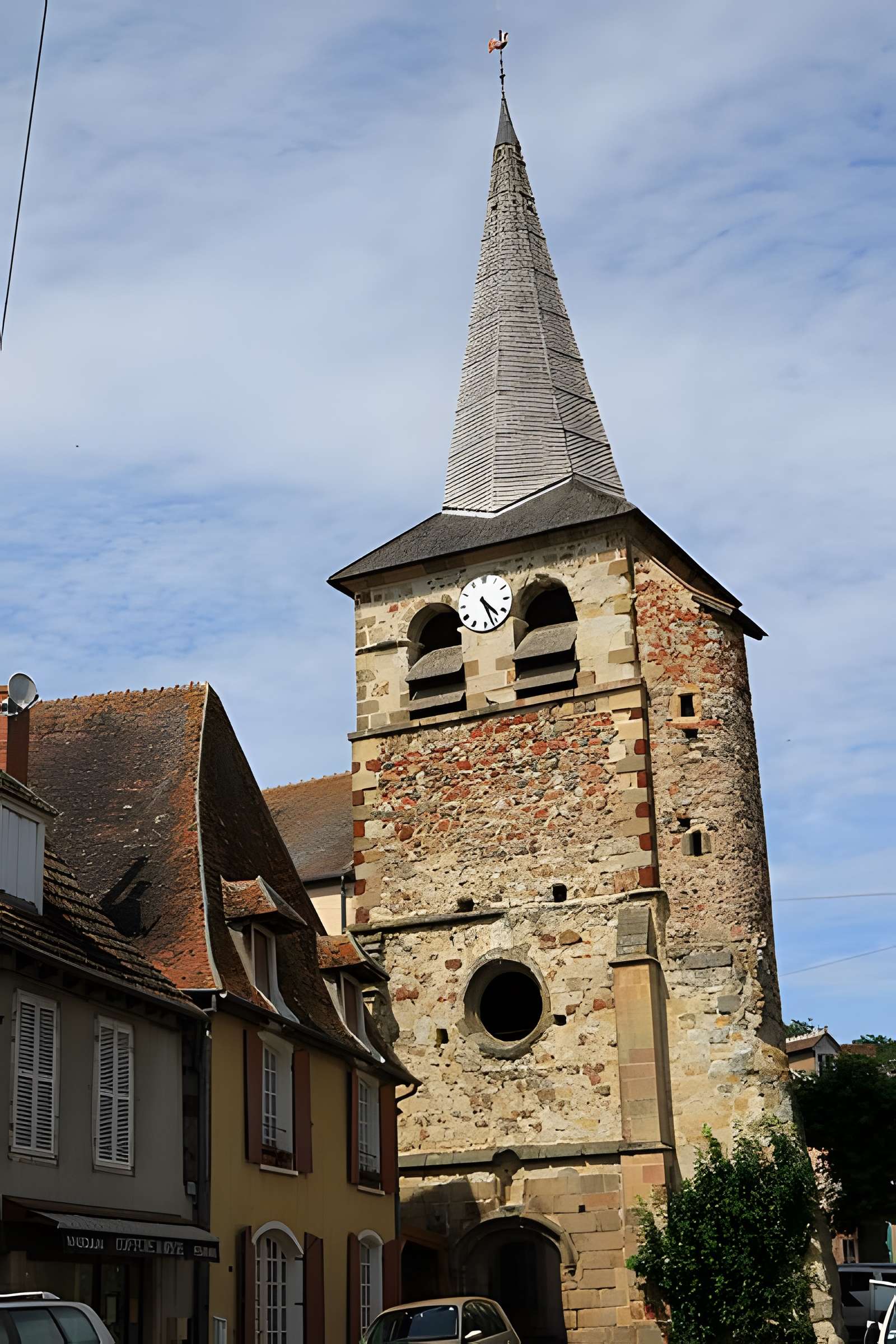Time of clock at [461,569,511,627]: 4:26
